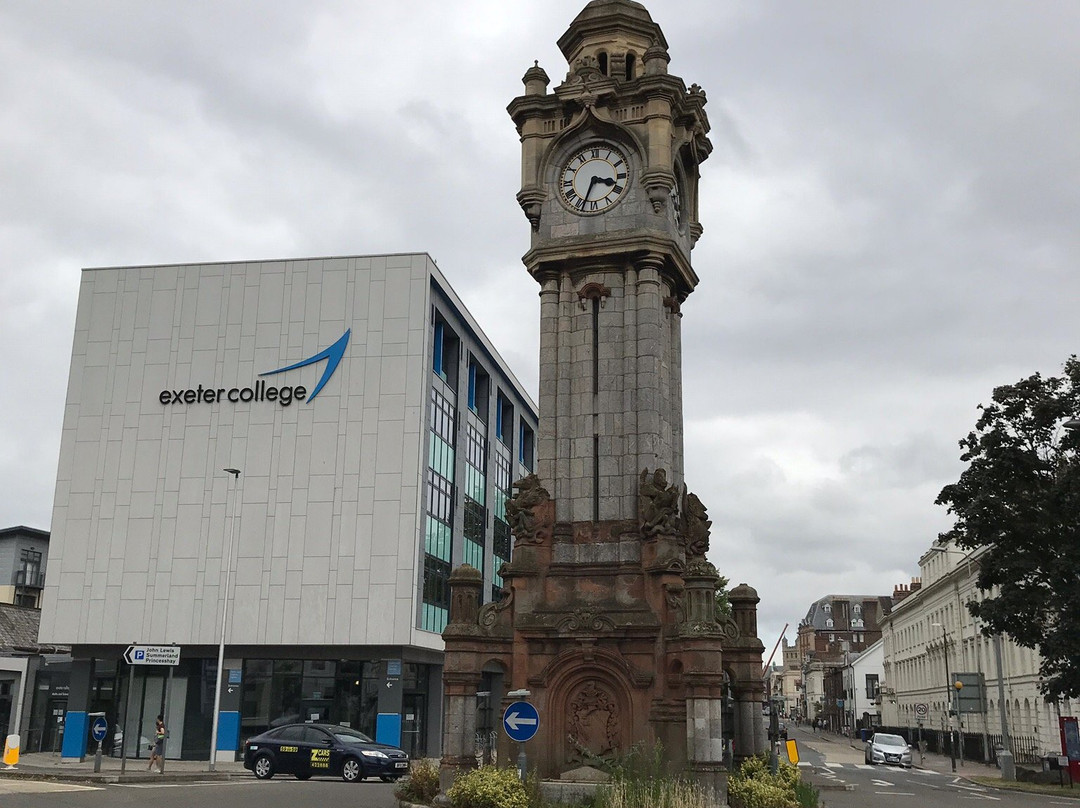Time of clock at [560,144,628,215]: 3:33
